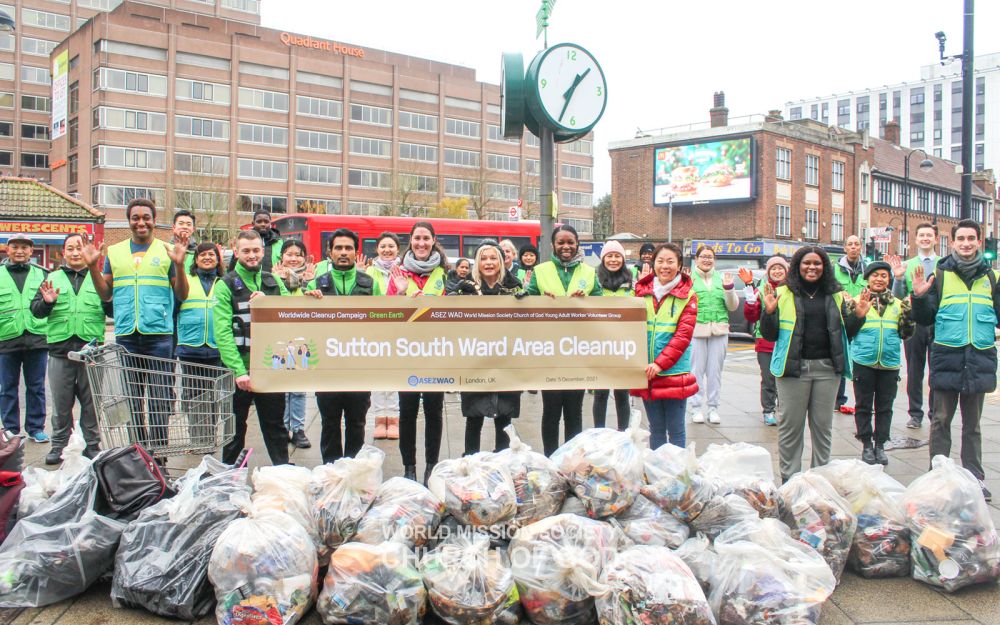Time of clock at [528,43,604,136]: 1:33
